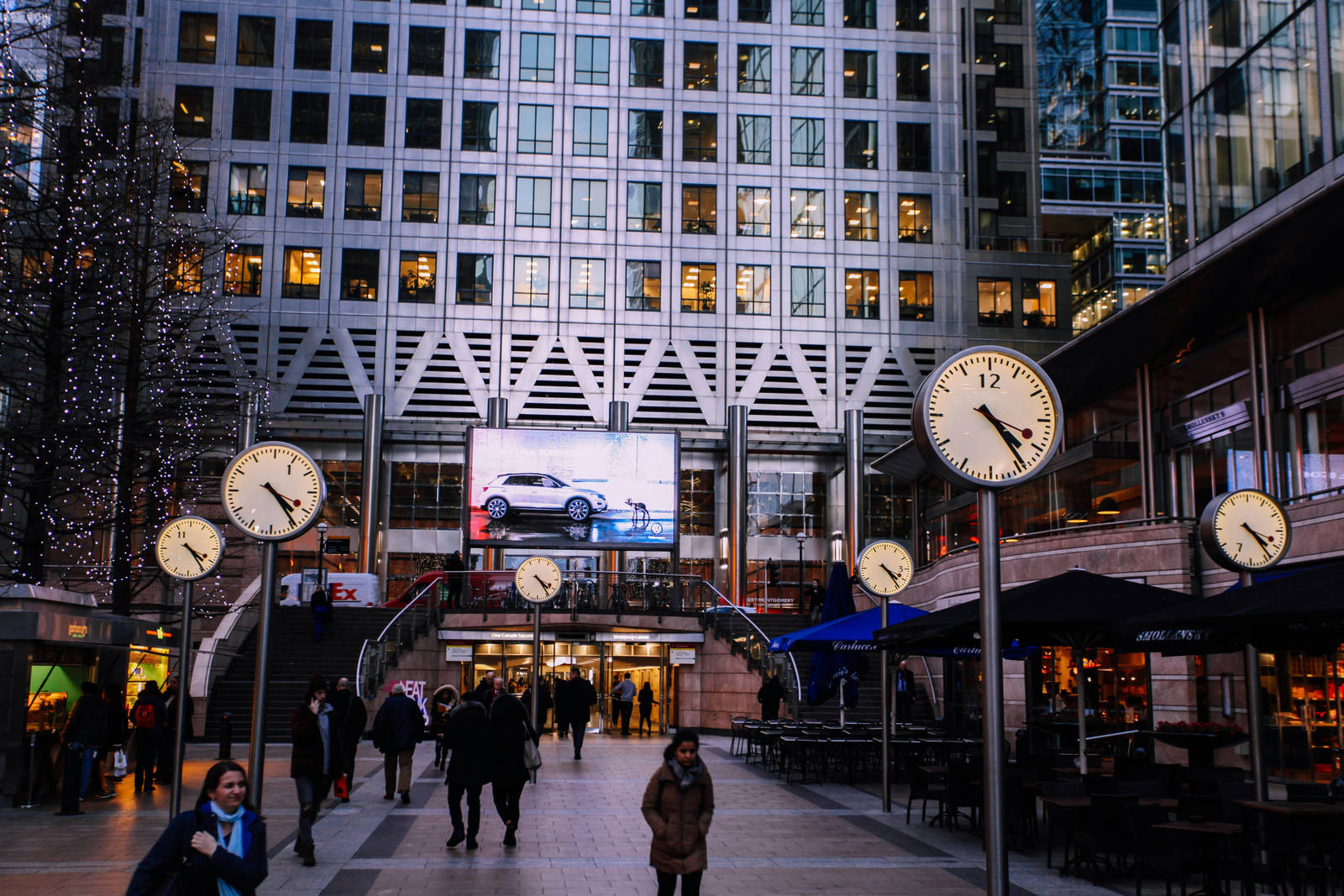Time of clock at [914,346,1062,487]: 4:23
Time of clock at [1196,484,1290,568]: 4:23
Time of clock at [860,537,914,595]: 4:23
